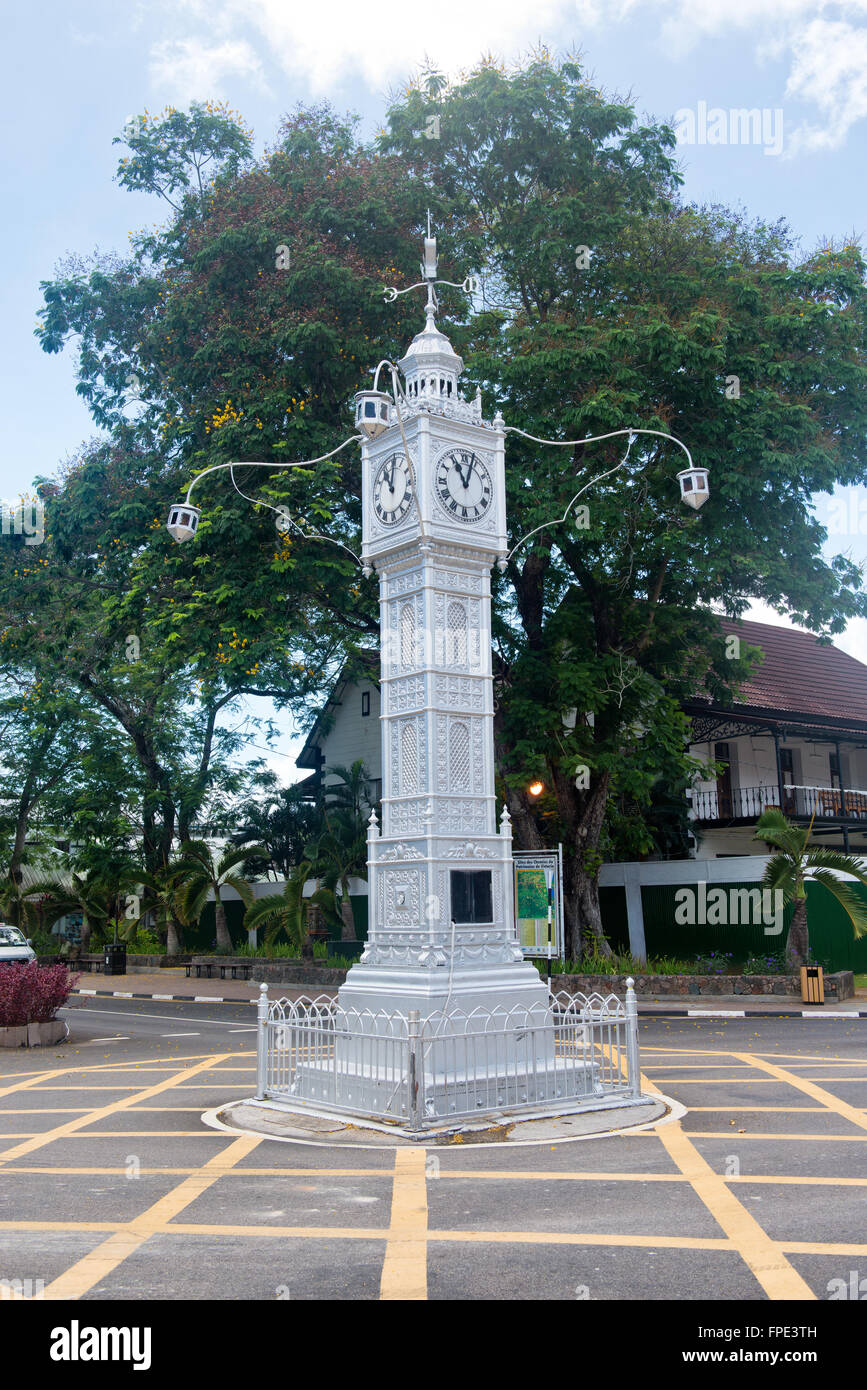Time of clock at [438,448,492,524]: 11:03
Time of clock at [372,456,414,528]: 11:01
